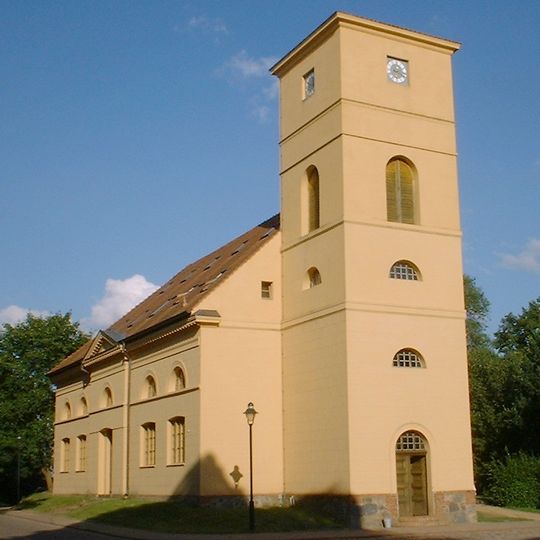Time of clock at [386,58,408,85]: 2:18
